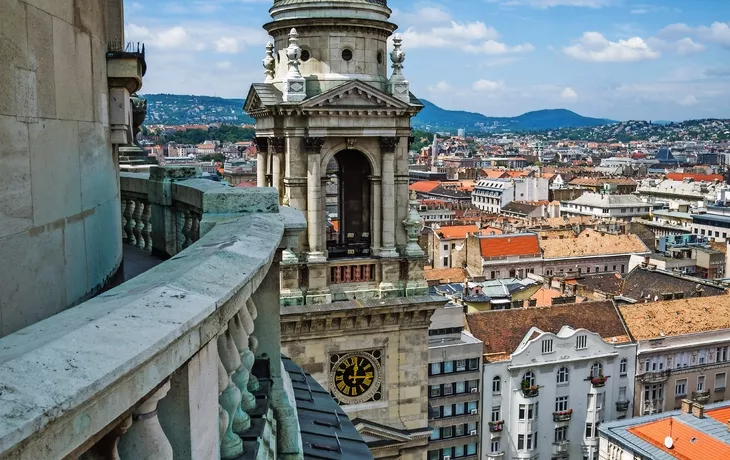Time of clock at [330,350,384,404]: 12:16
